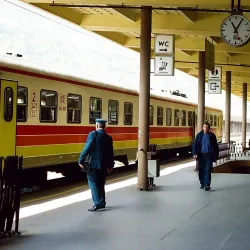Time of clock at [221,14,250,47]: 11:05
